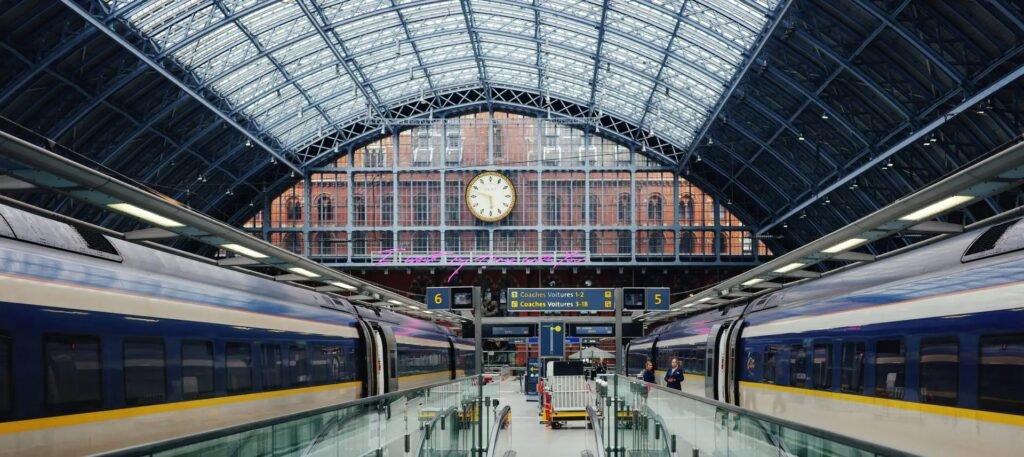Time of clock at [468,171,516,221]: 5:47
